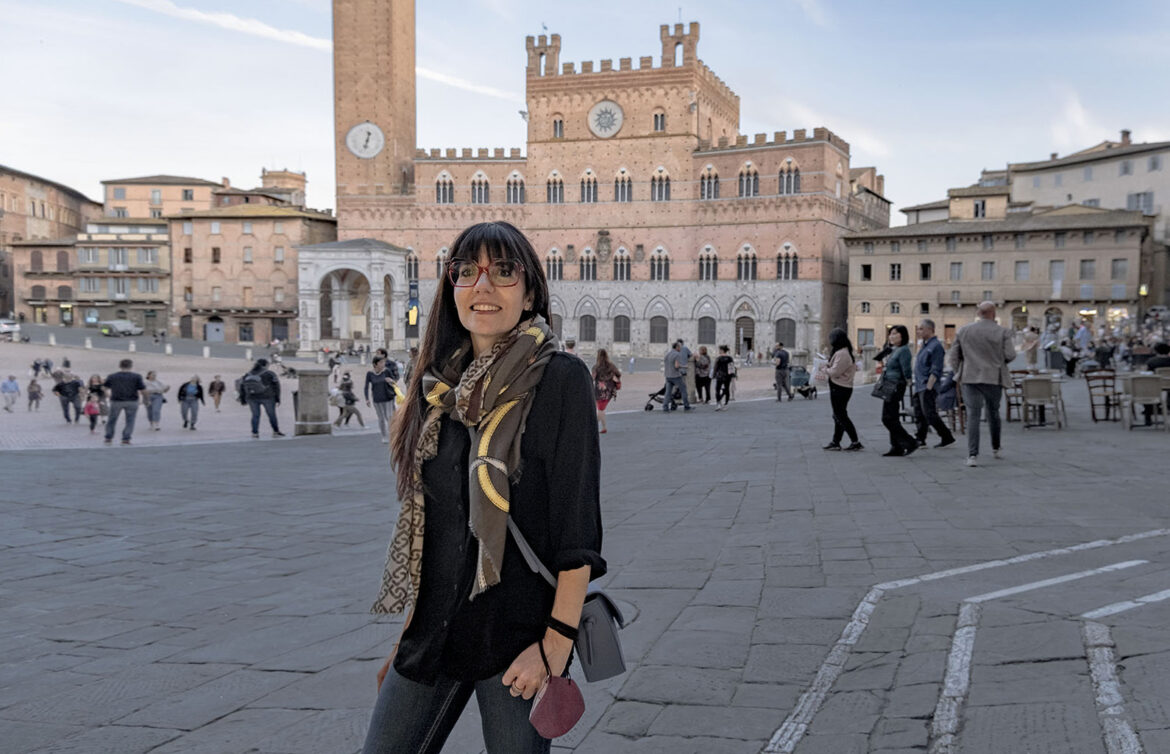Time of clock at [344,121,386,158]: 12:32
